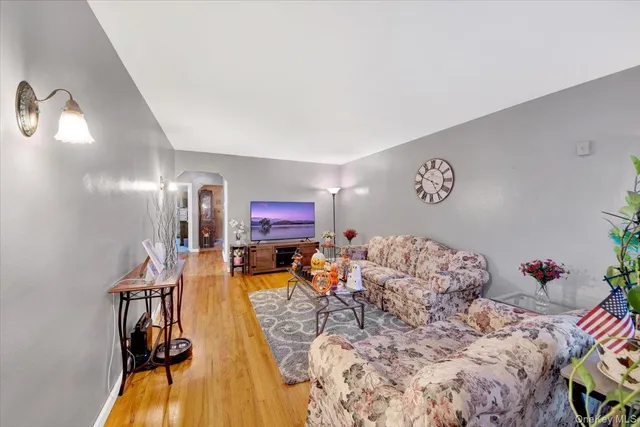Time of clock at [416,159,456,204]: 4:48
